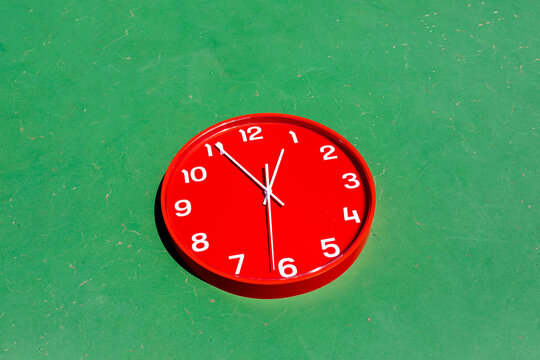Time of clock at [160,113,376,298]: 12:55
